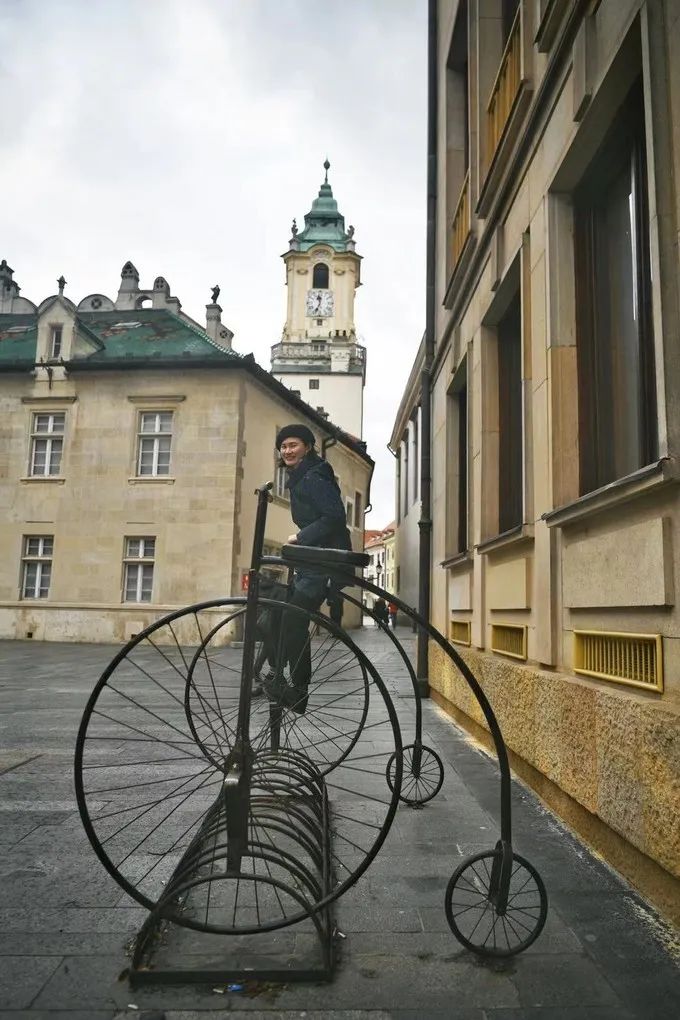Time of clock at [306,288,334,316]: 11:33
